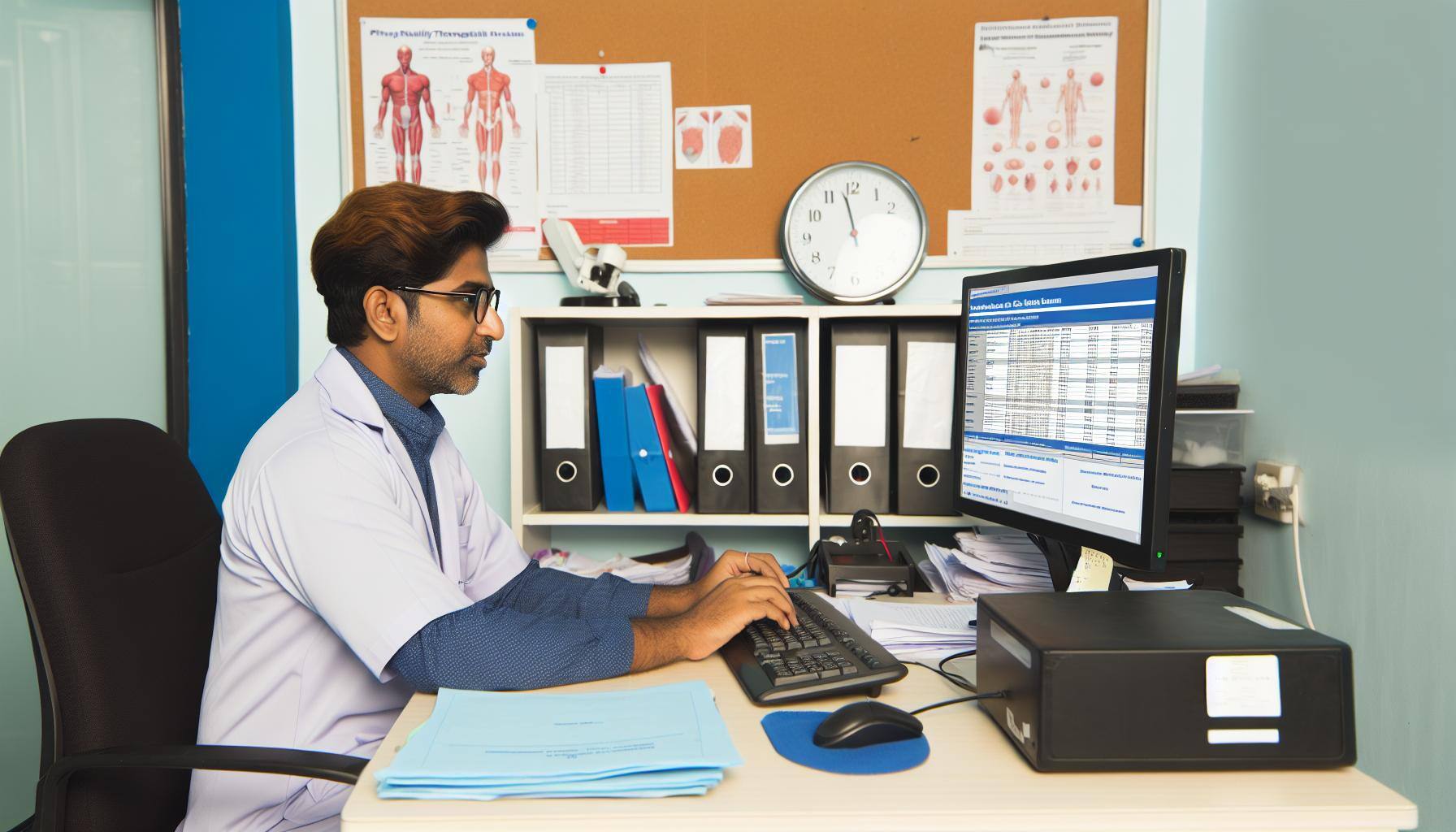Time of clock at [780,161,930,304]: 11:35
